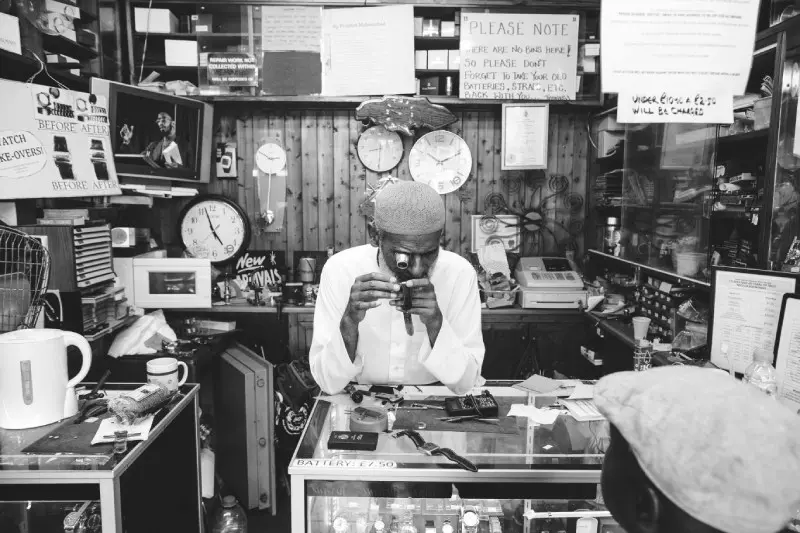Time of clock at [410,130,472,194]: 10:11
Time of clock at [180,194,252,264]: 4:57
